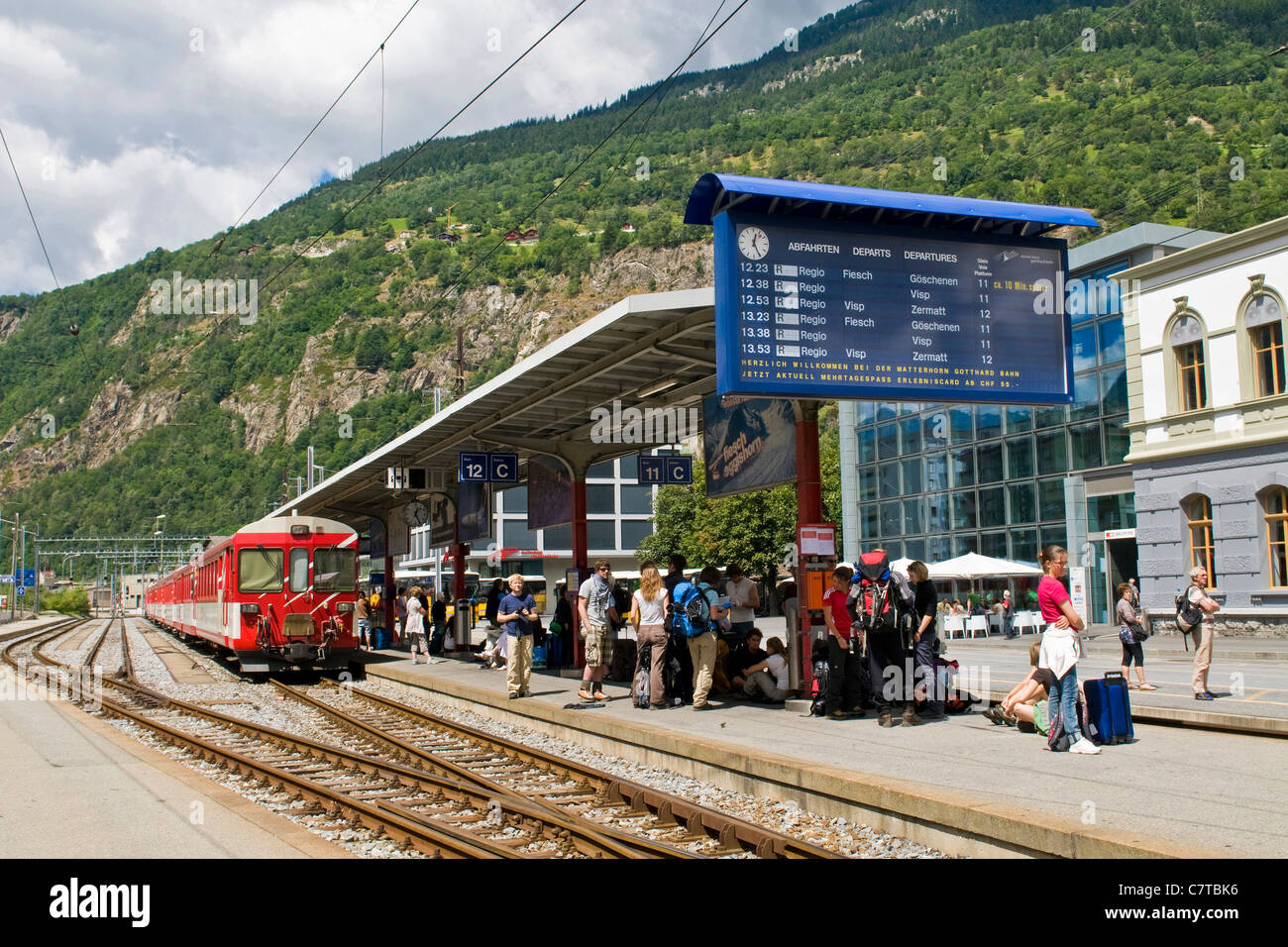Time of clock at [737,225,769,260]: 12:25
